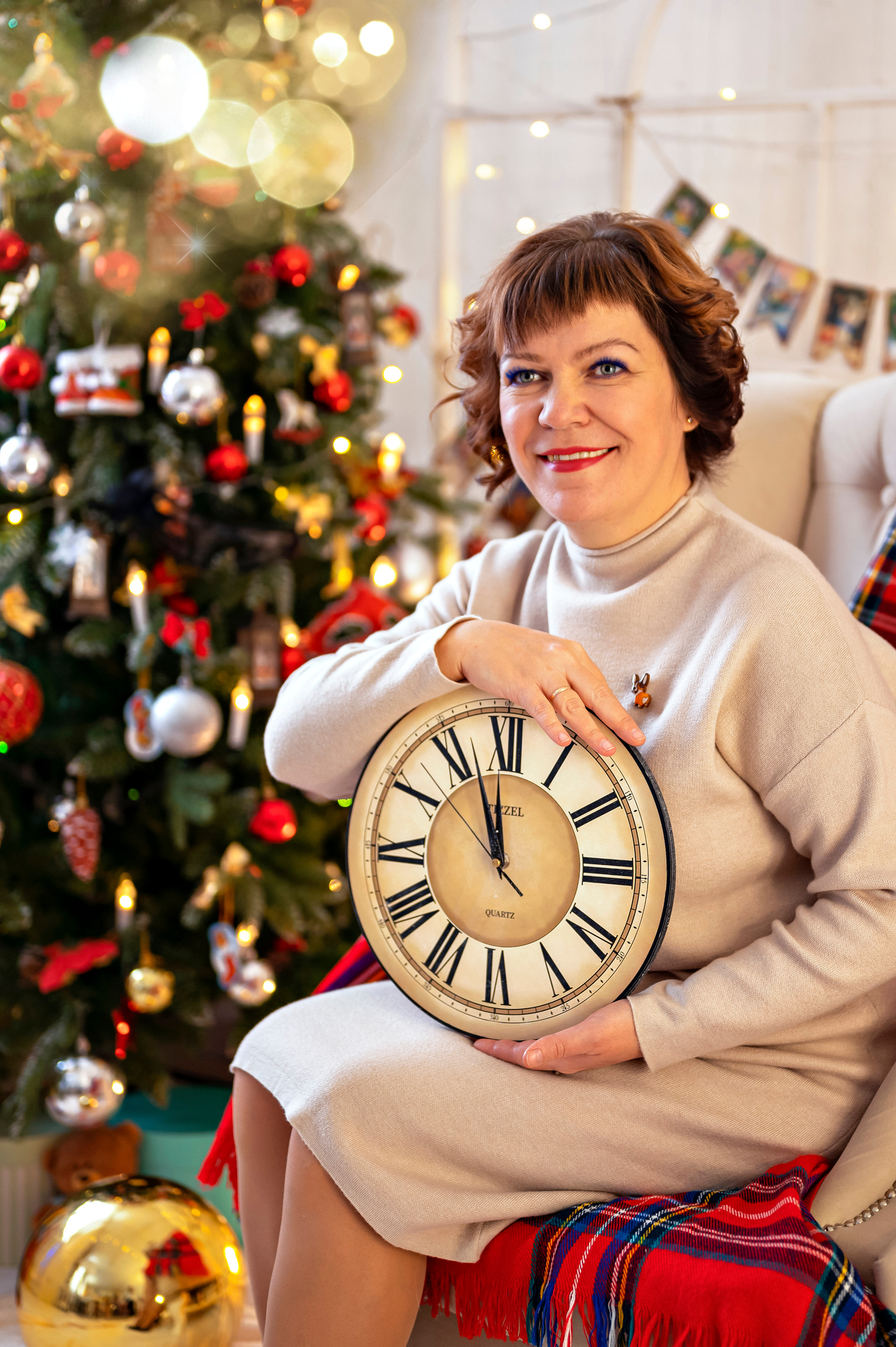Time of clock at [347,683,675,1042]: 11:56
